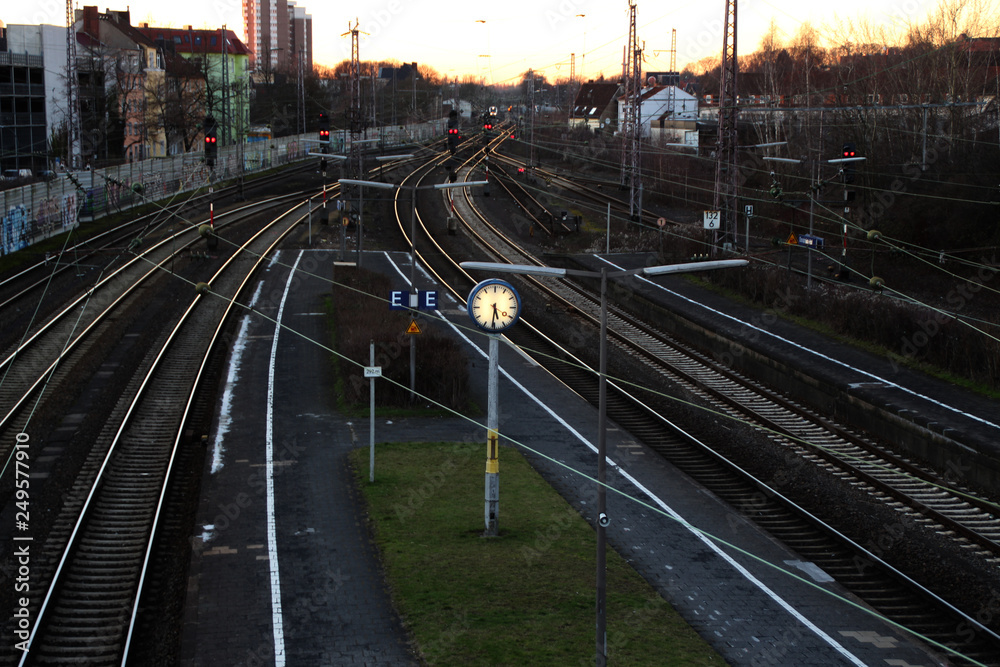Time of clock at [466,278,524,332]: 5:31
